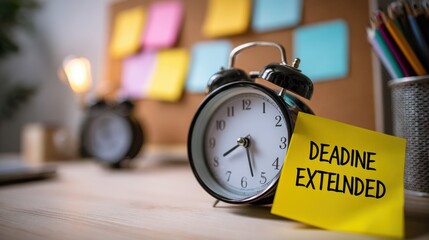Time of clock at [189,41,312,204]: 5:40
